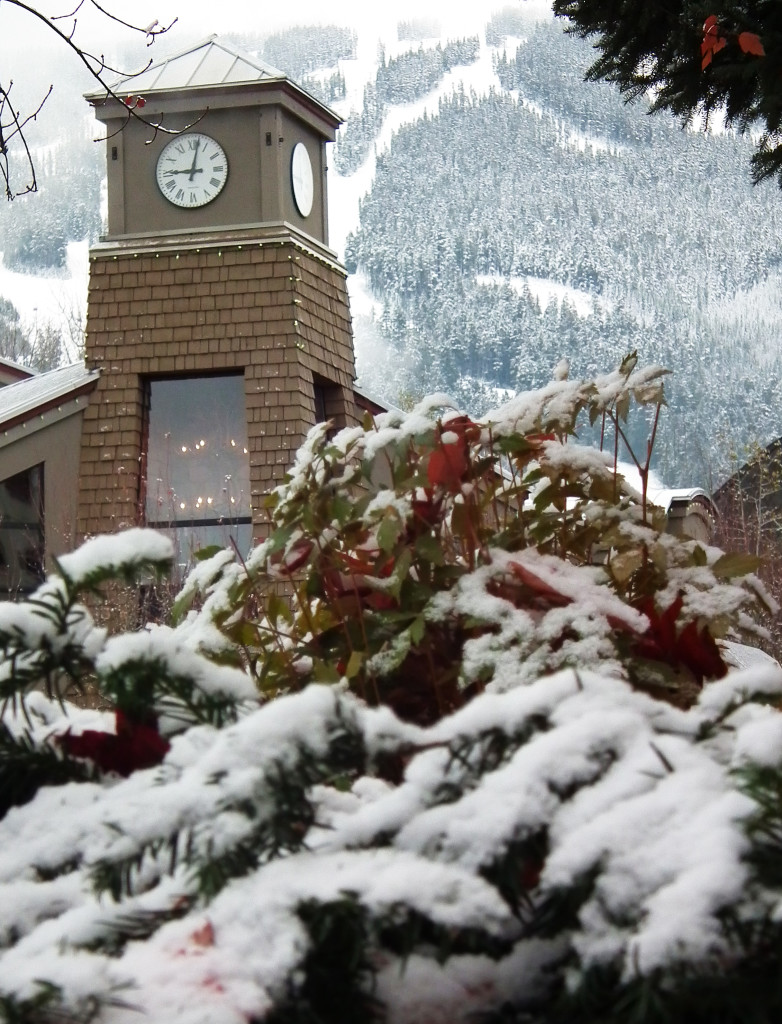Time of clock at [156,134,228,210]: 9:01
